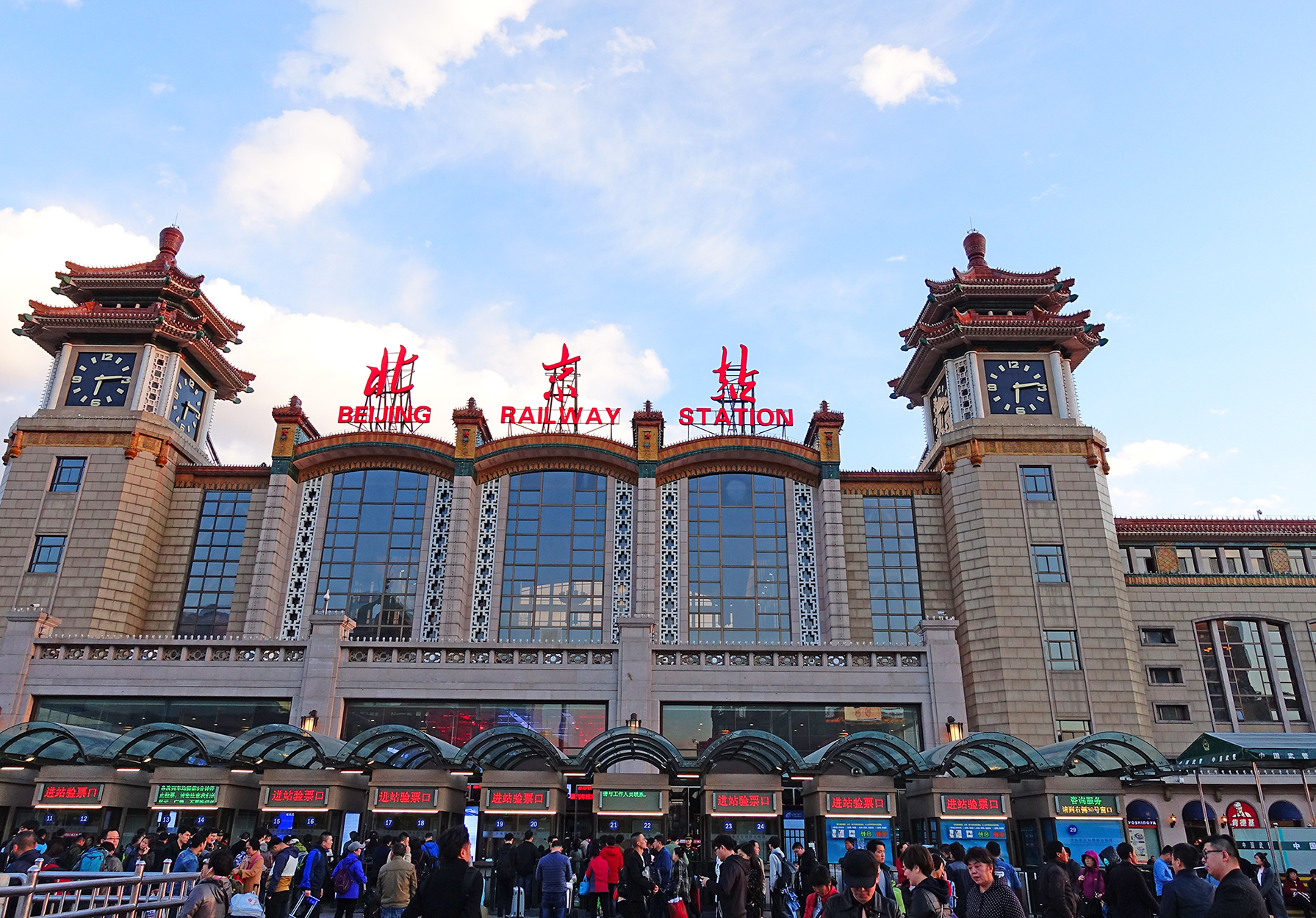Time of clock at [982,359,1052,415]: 6:13
